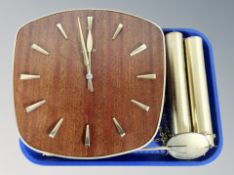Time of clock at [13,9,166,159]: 11:57
